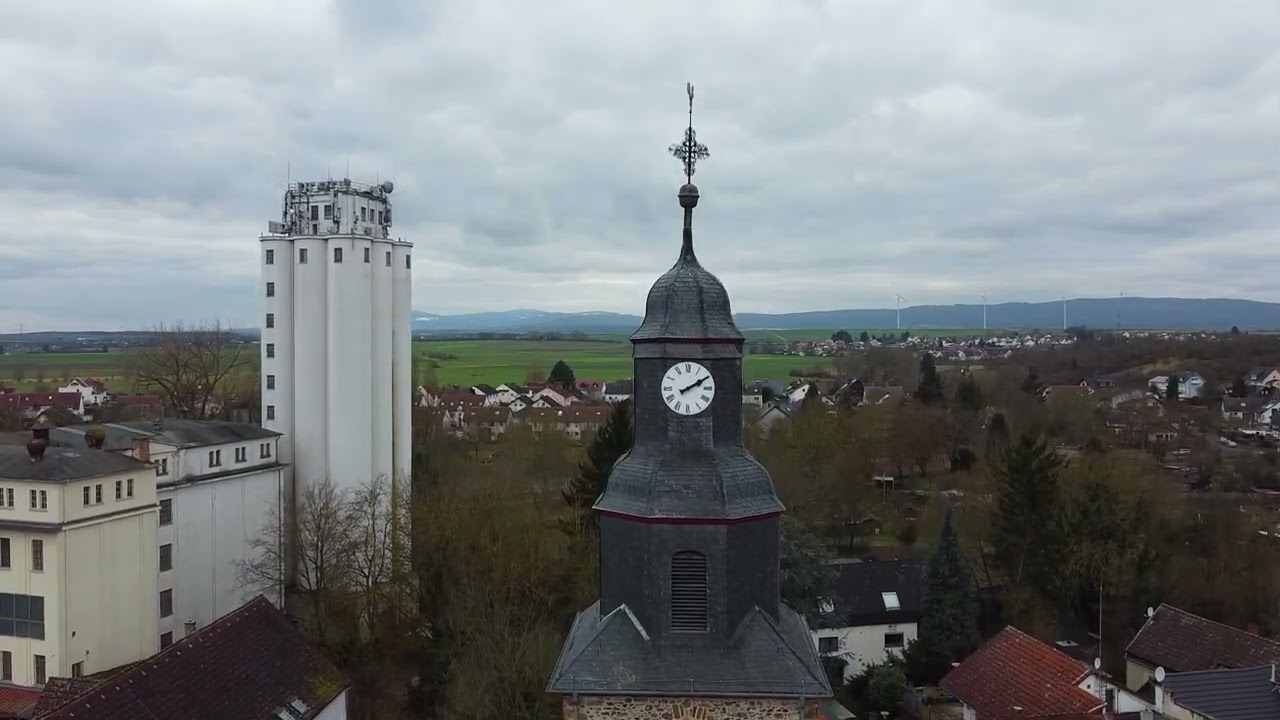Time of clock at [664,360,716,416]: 2:09
